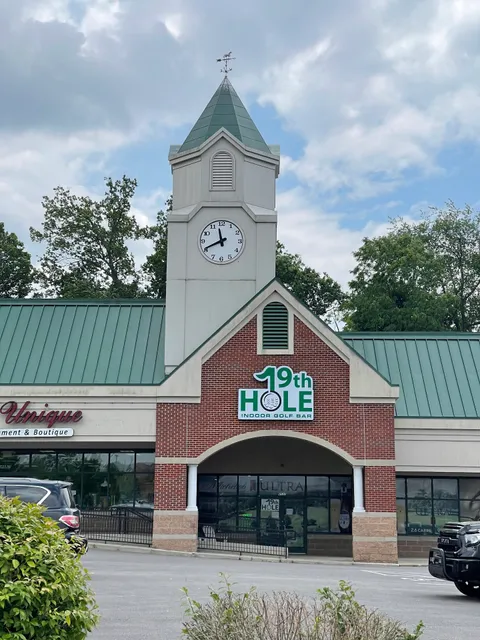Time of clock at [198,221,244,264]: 11:41
